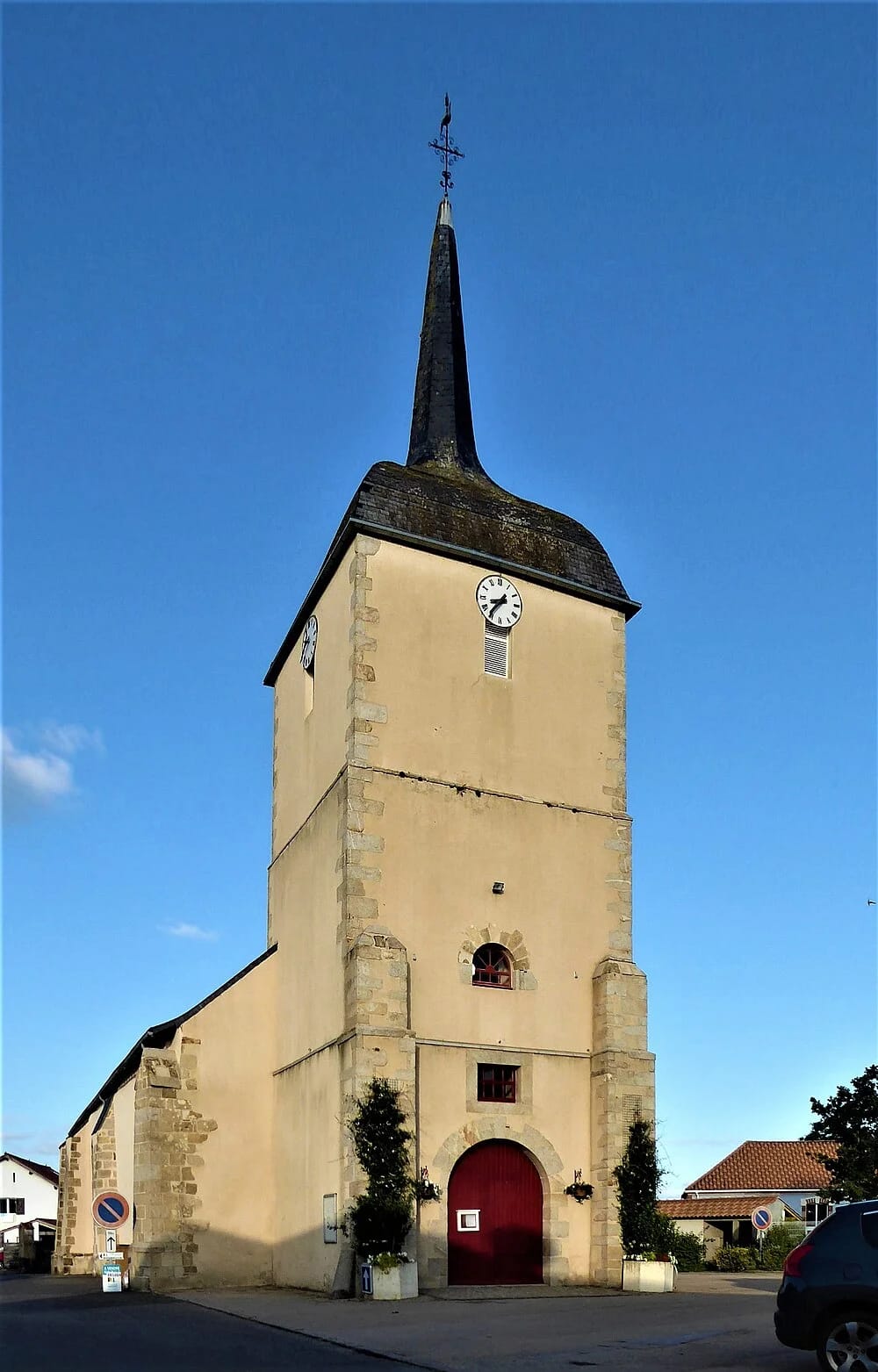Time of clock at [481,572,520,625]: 8:36
